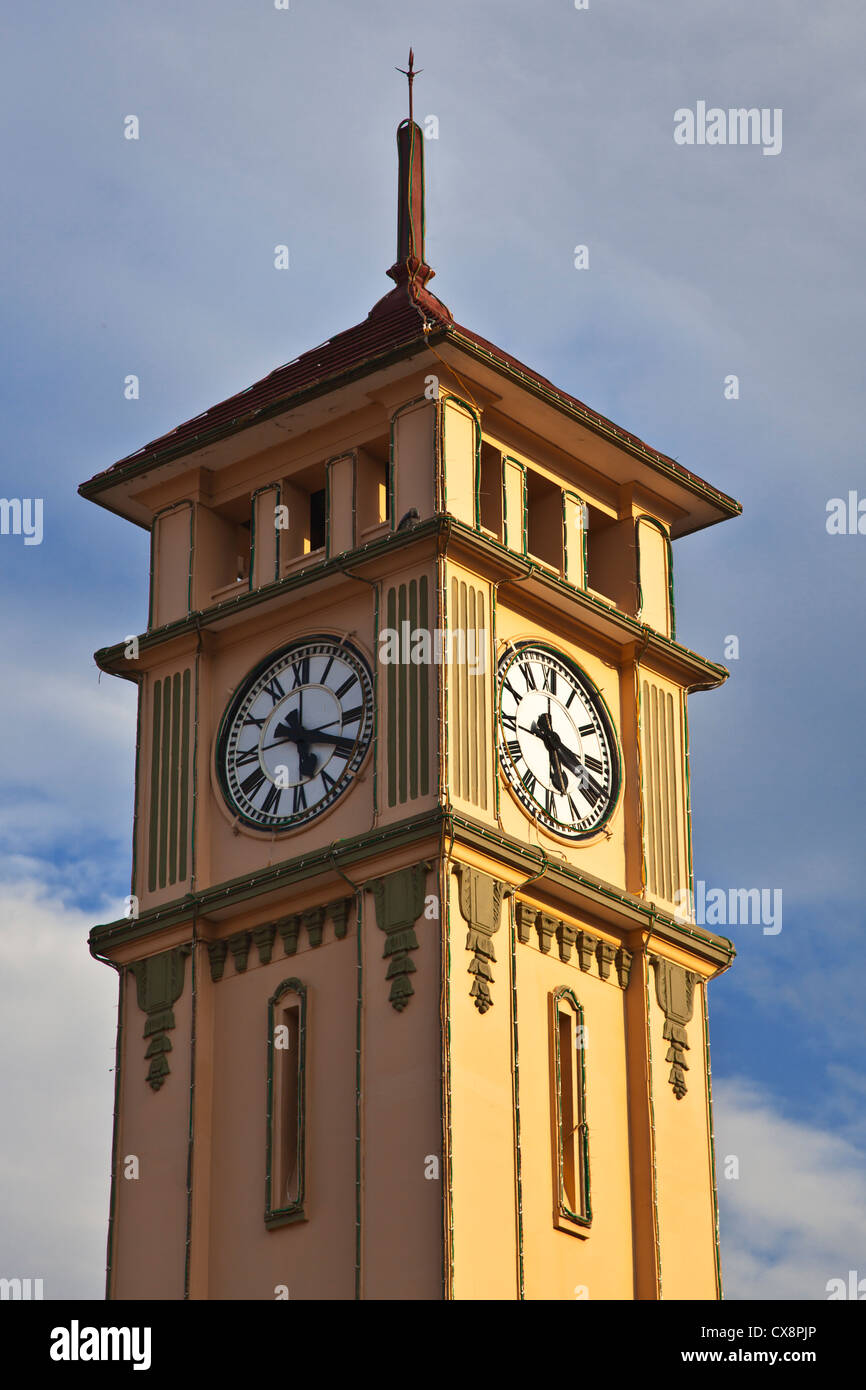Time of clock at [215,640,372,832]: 5:18
